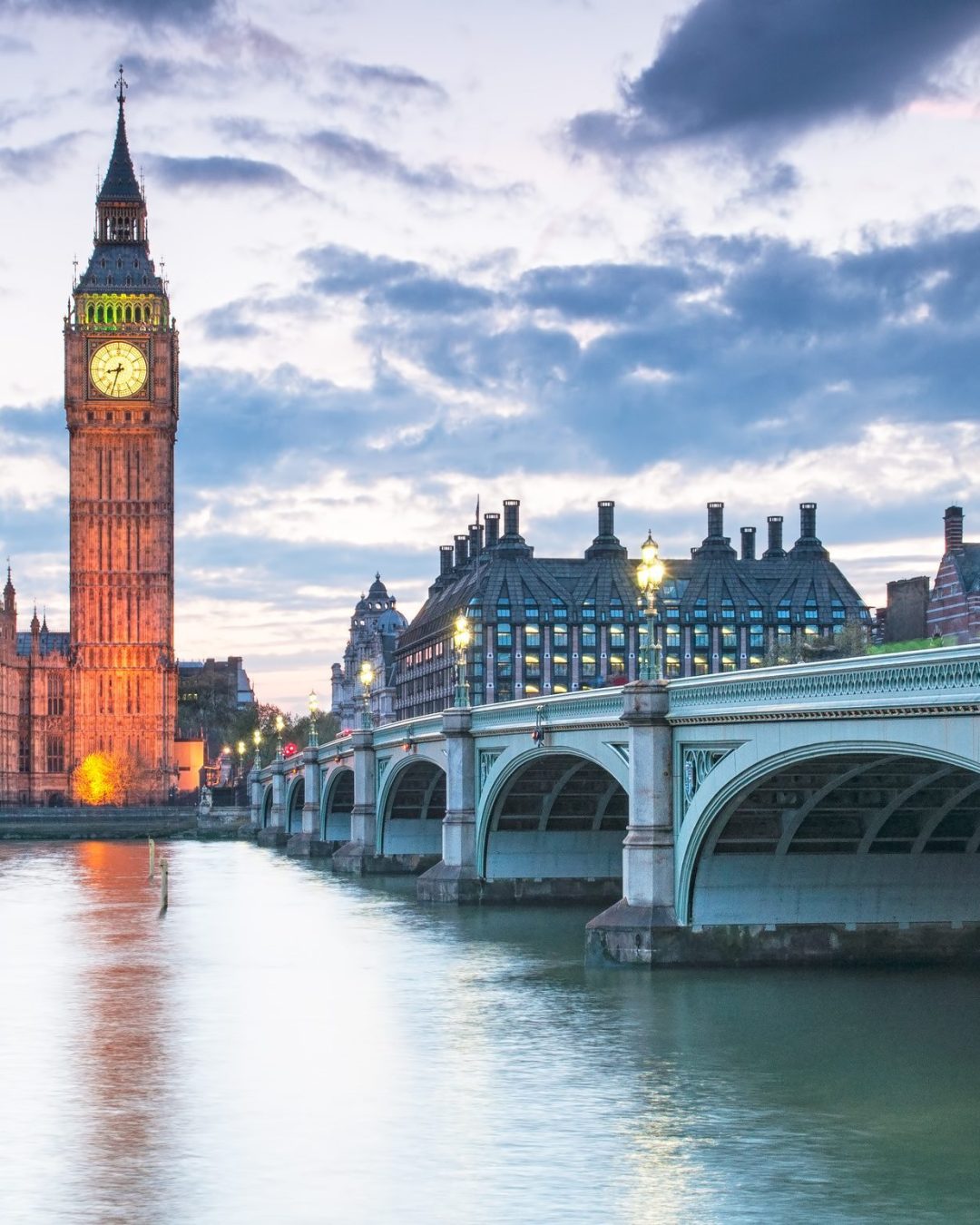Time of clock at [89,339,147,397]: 8:32
